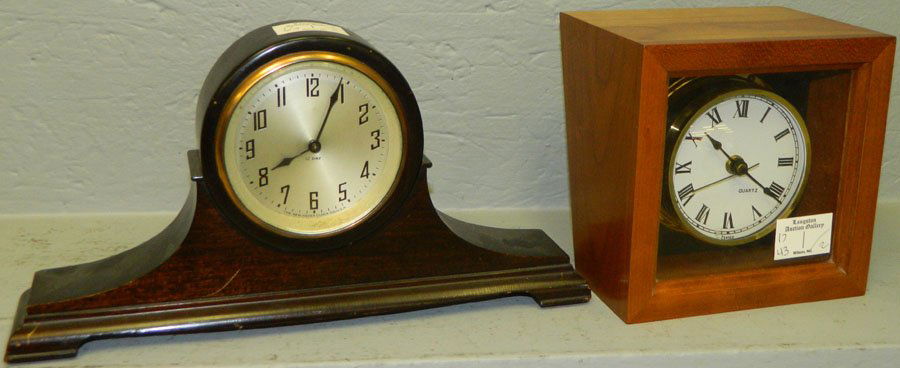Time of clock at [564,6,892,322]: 10:21
